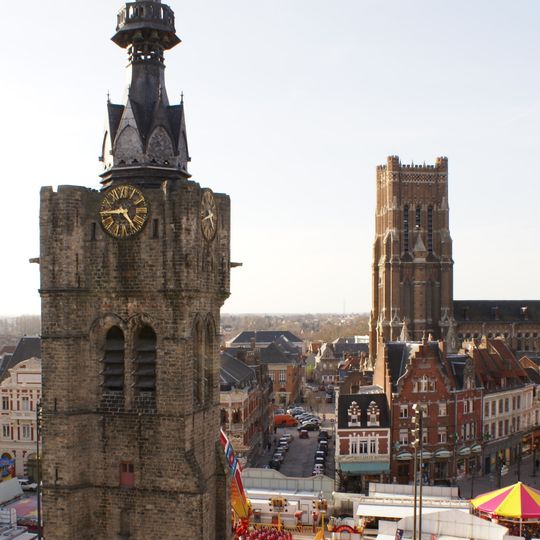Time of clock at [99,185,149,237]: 4:44
